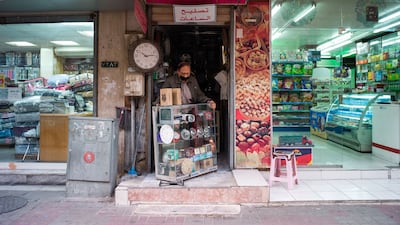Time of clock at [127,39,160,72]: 10:13
